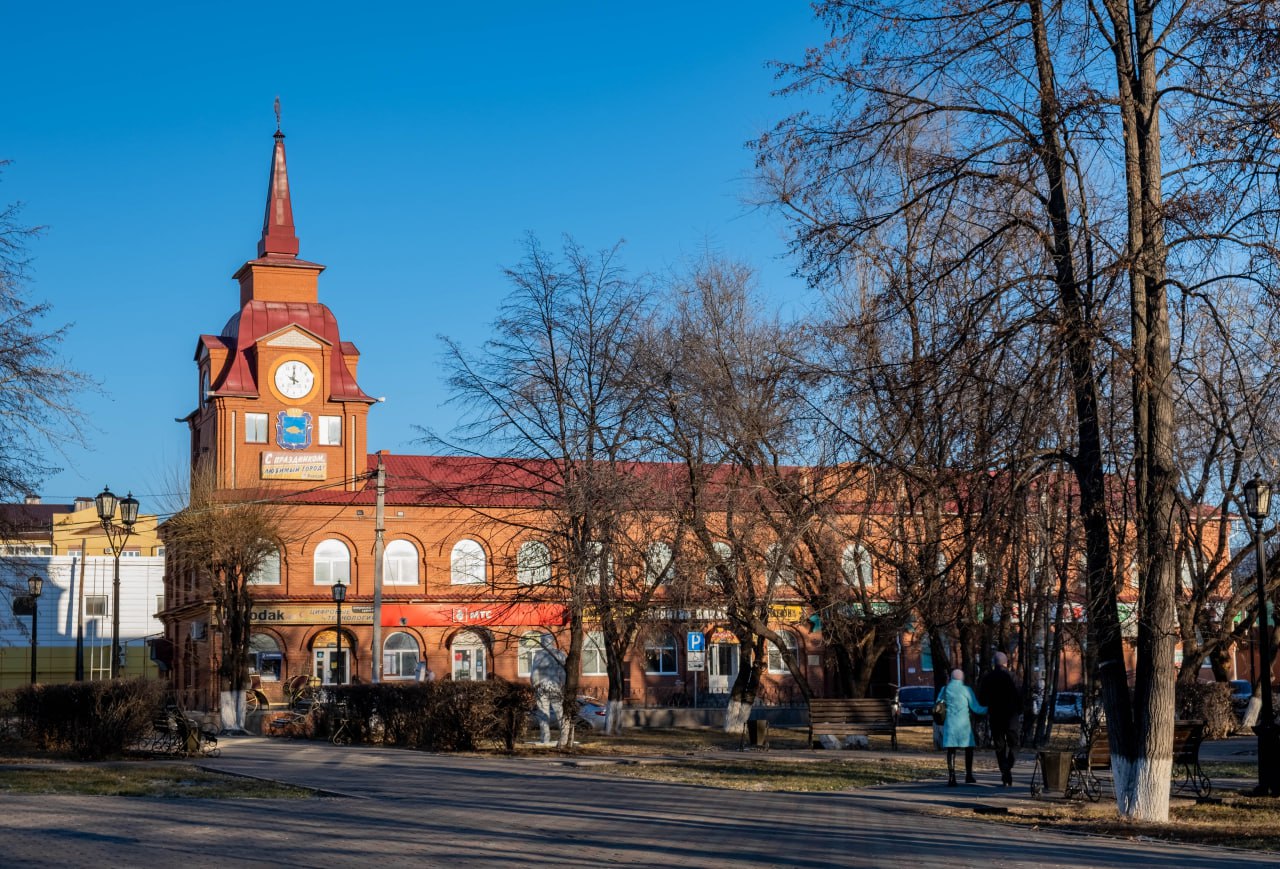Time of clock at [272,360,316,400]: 4:00
